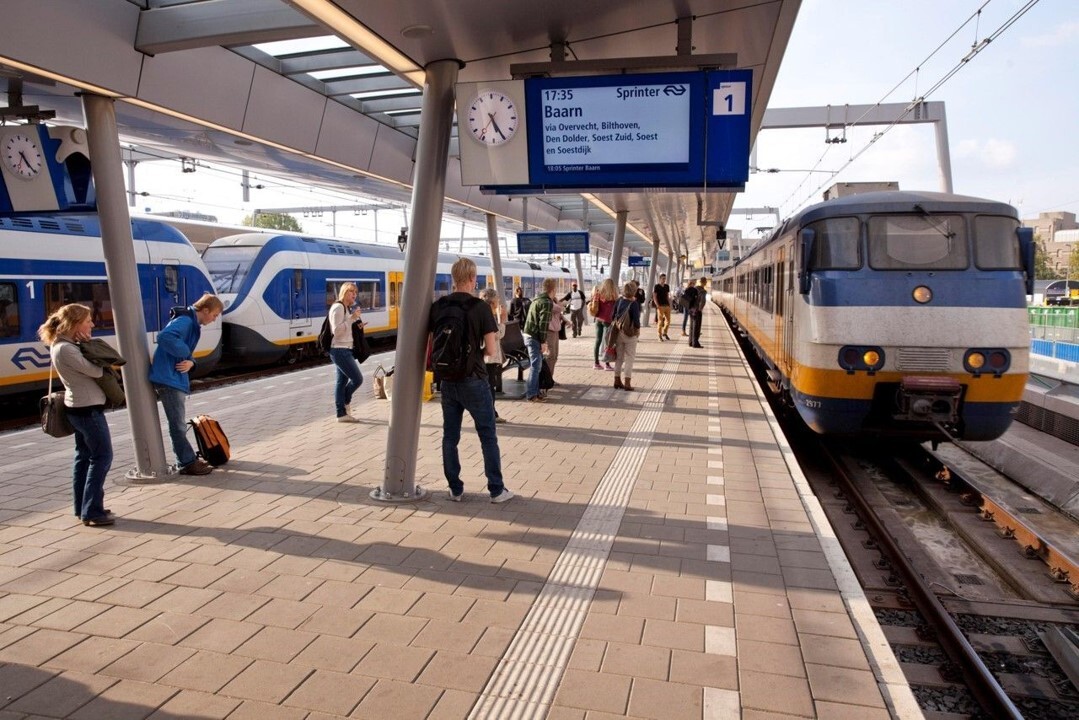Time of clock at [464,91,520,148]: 5:25
